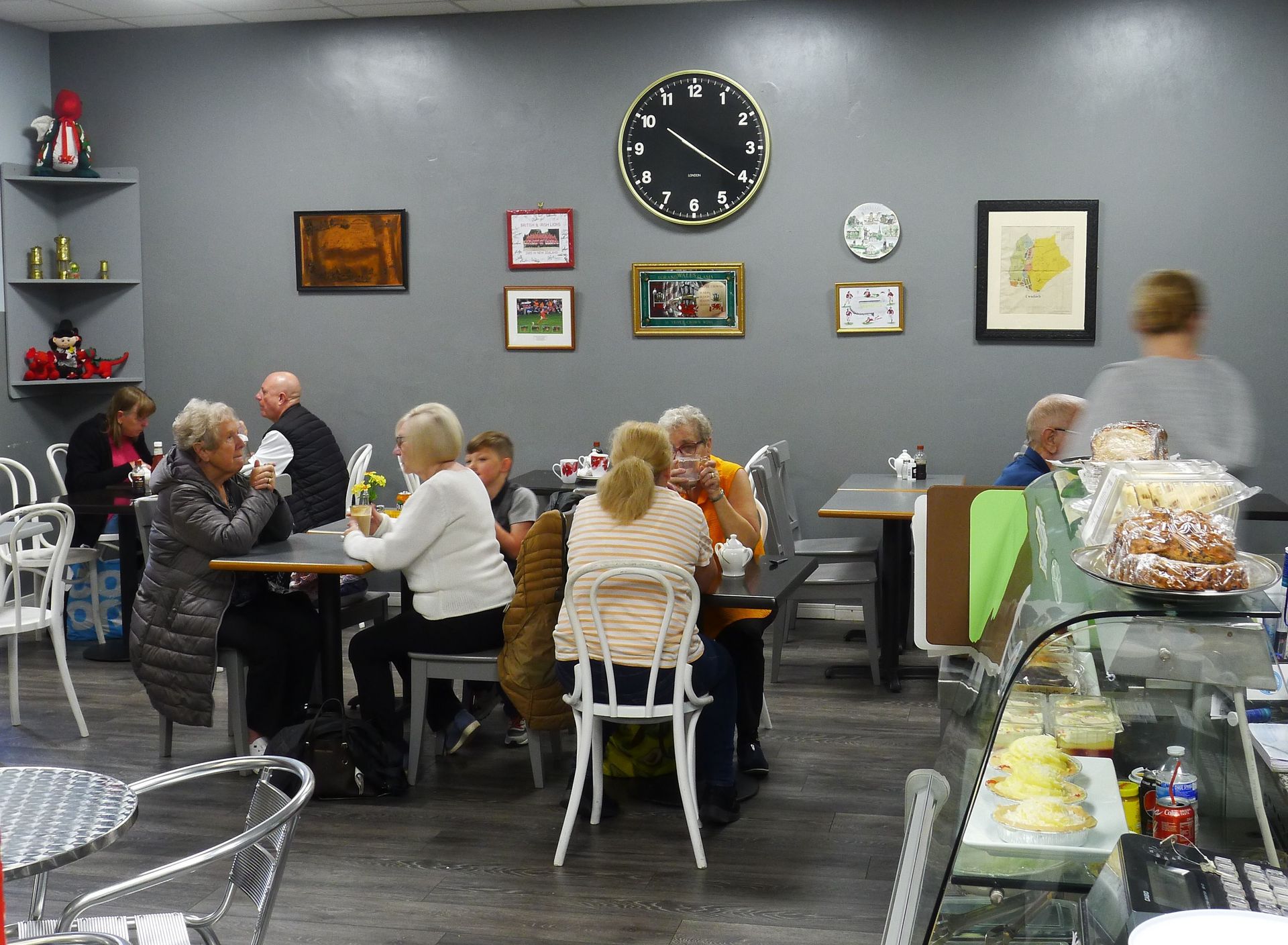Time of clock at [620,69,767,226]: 10:20
